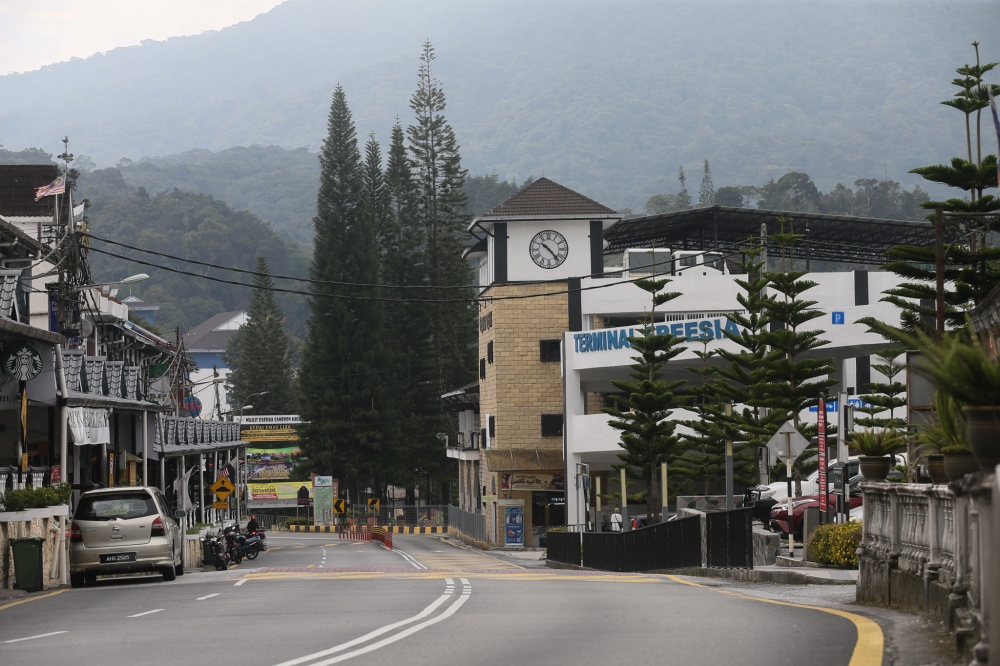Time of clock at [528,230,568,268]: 10:23
